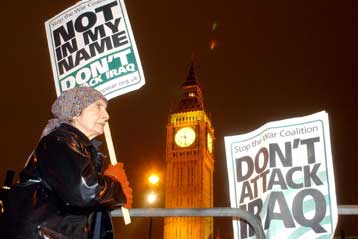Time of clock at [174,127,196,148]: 9:28
